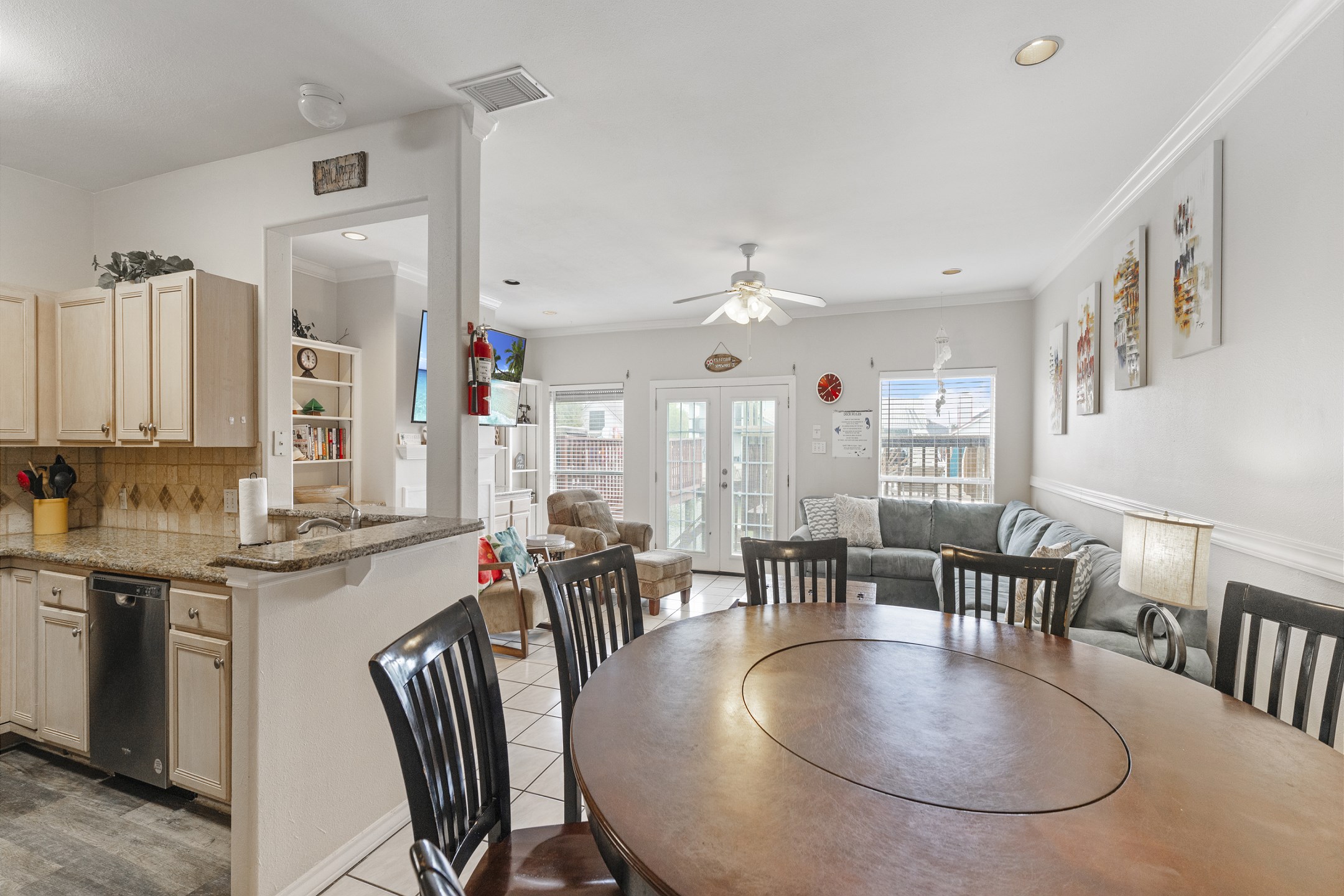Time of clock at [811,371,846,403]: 1:38
